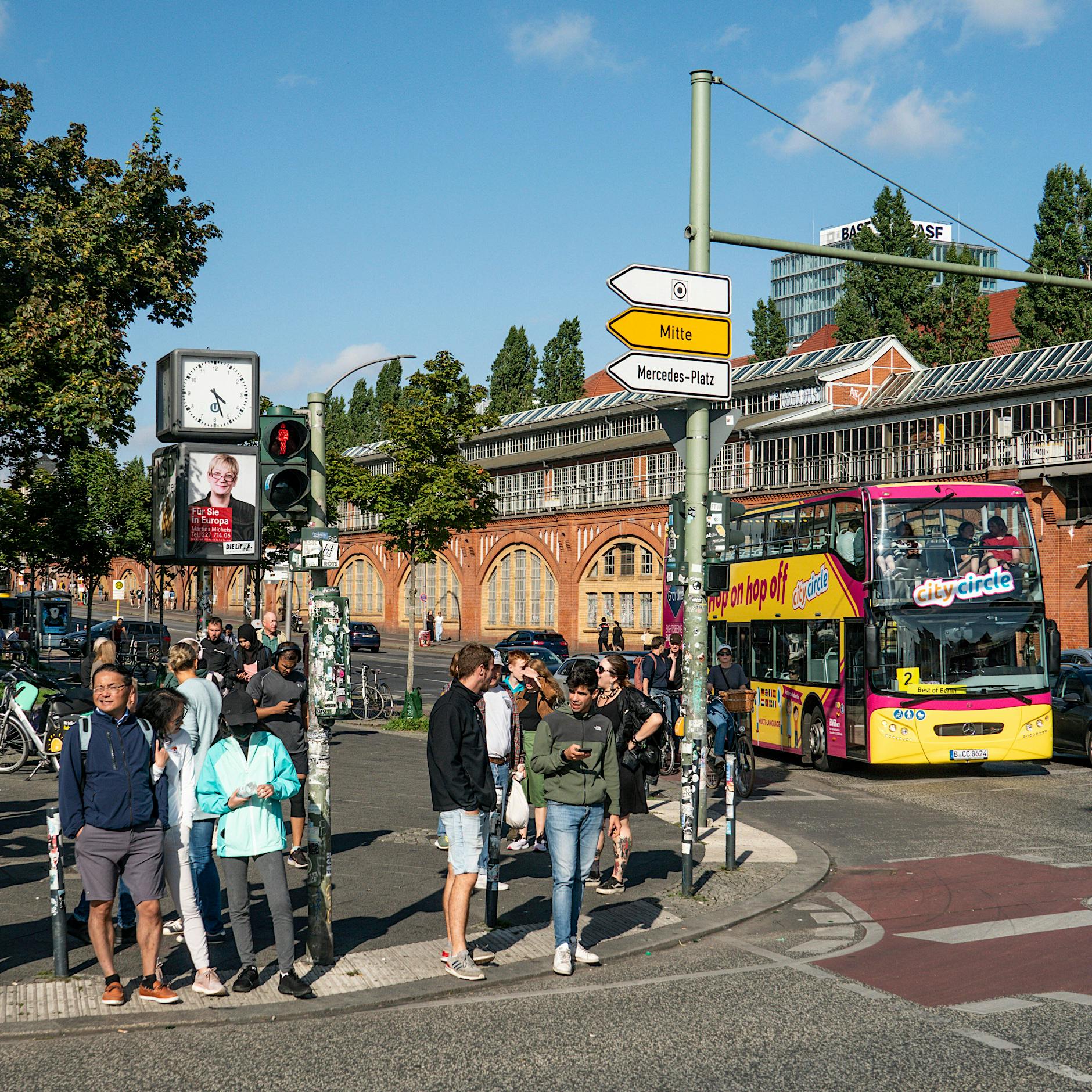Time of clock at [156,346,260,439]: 4:26
